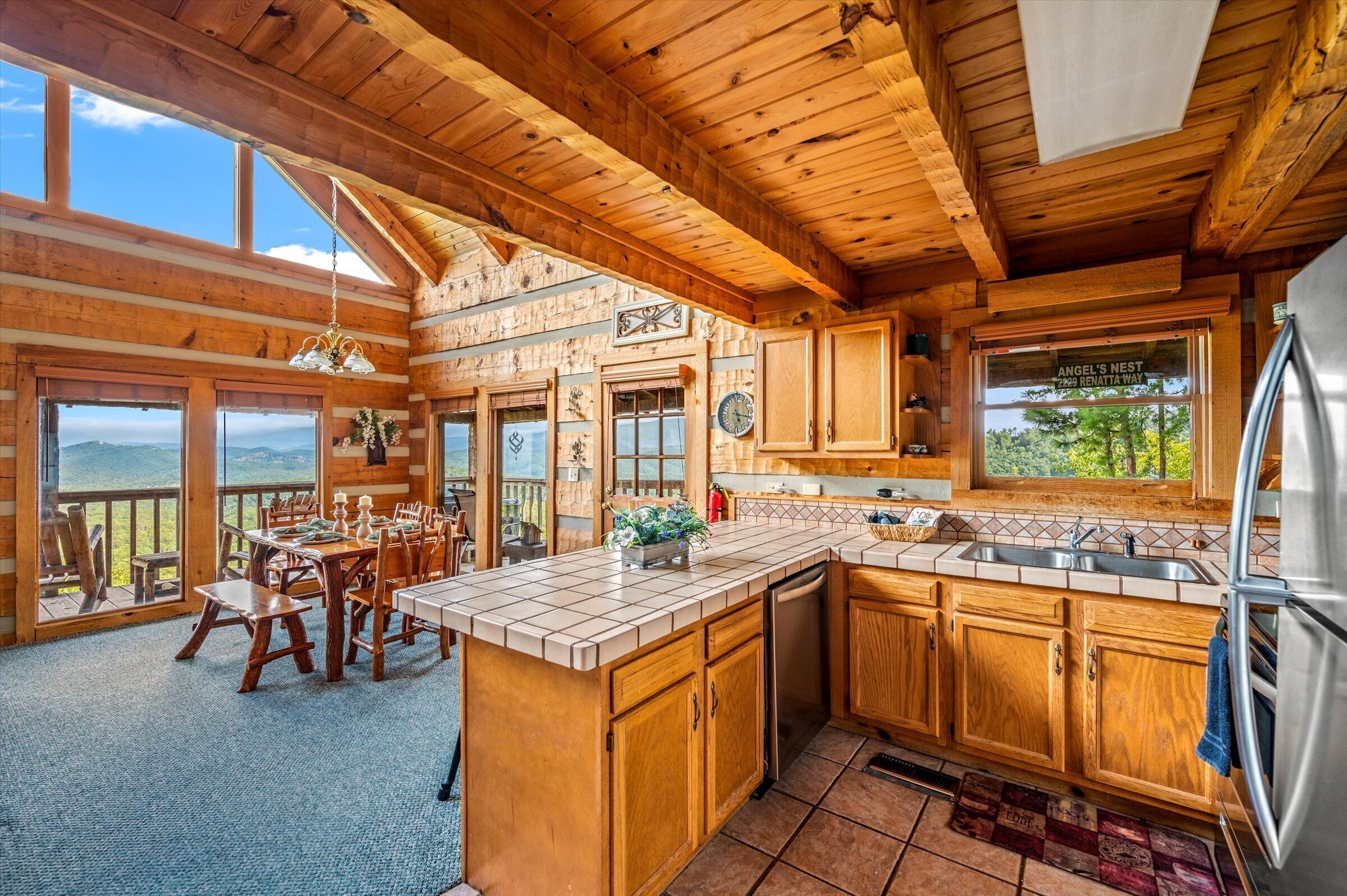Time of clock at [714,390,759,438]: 5:17
